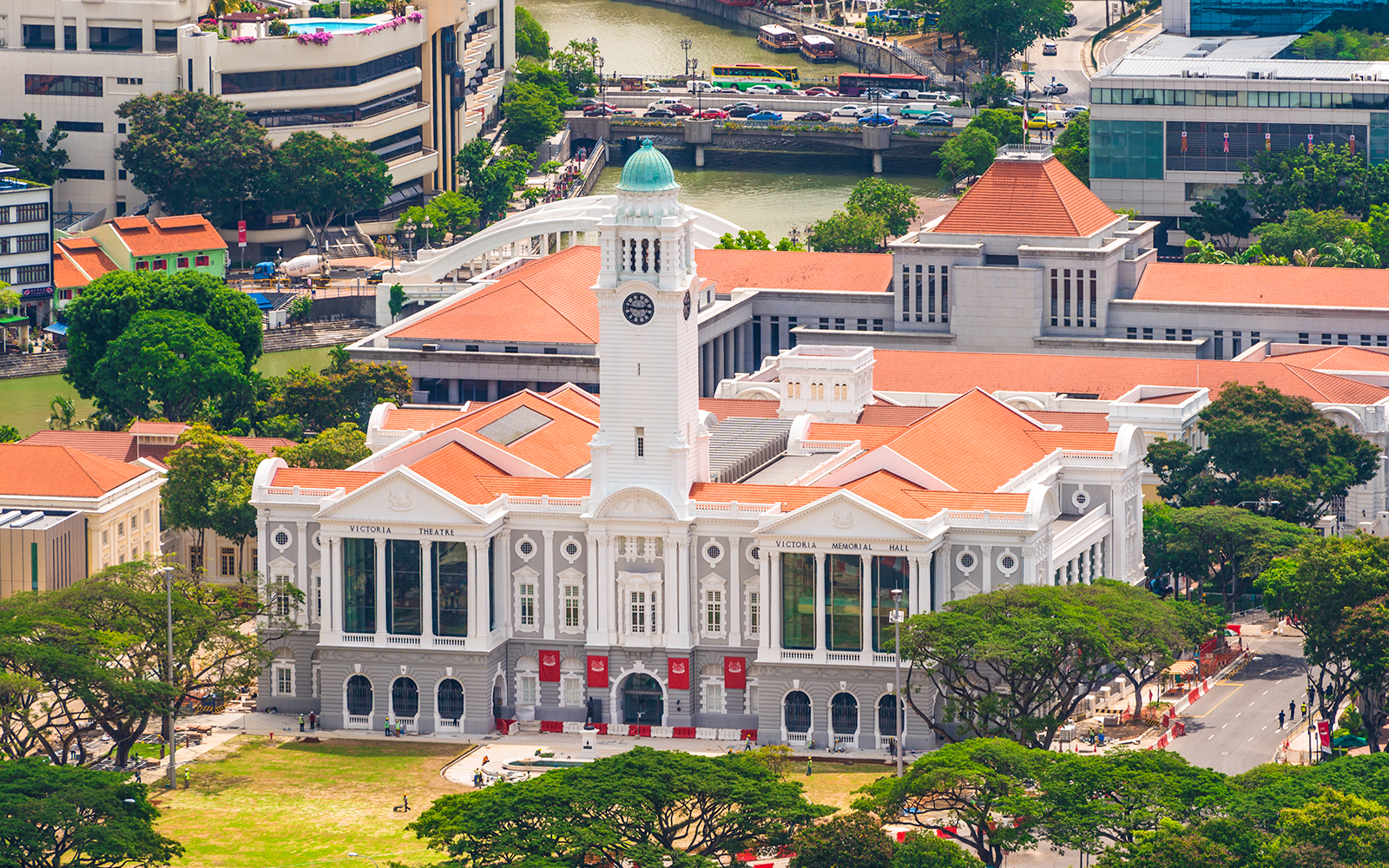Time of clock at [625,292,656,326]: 2:46
